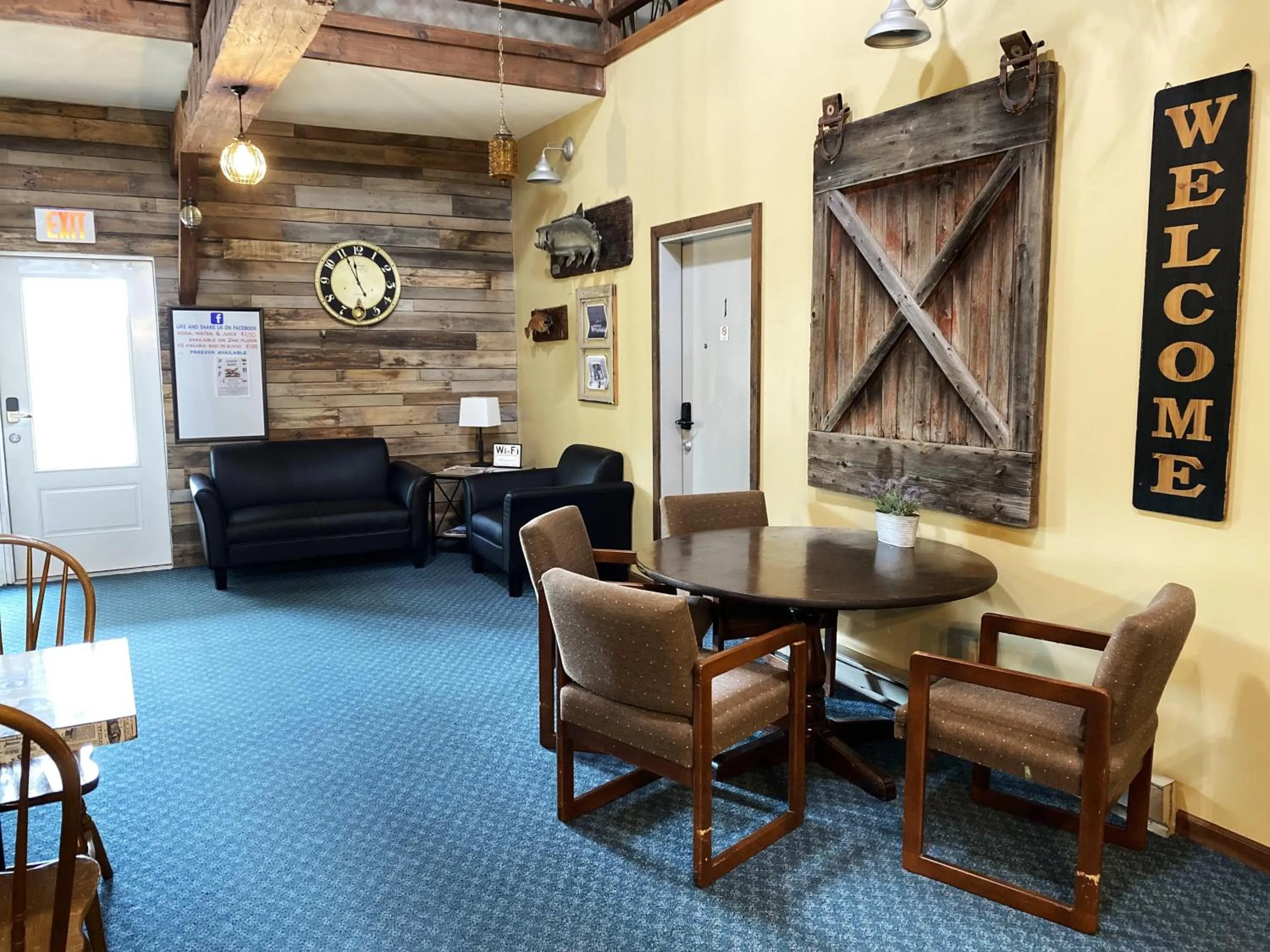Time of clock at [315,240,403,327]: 11:55
